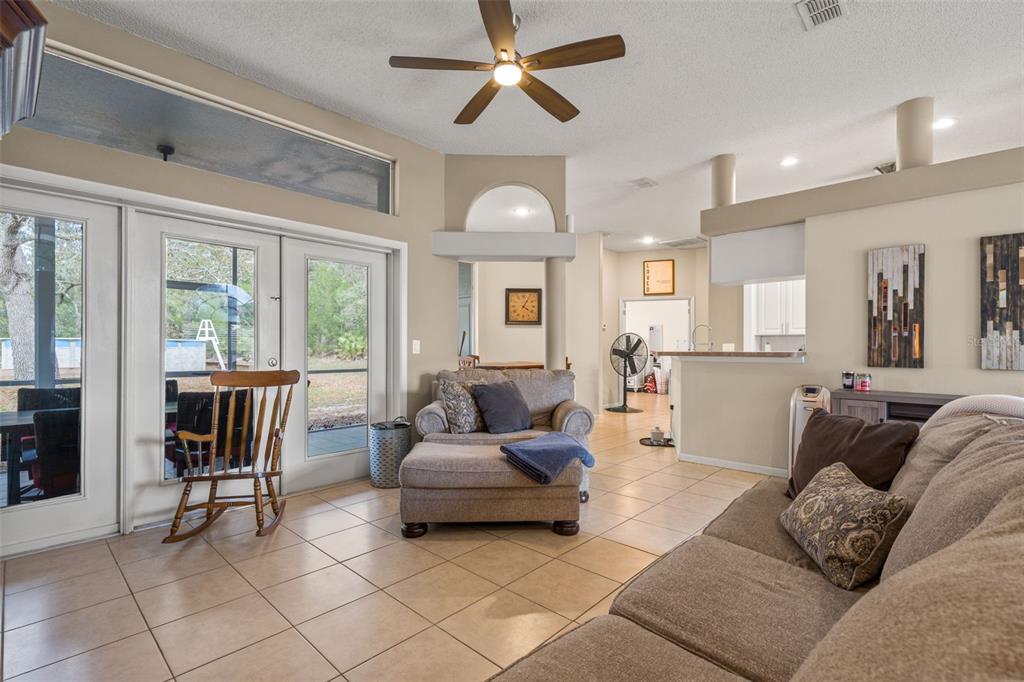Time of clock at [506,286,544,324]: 4:04
